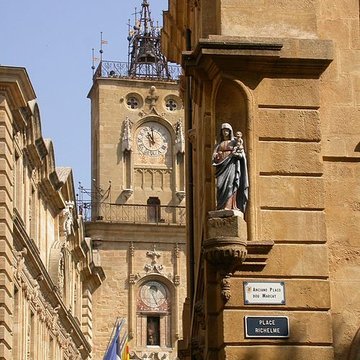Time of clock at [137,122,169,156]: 11:00
